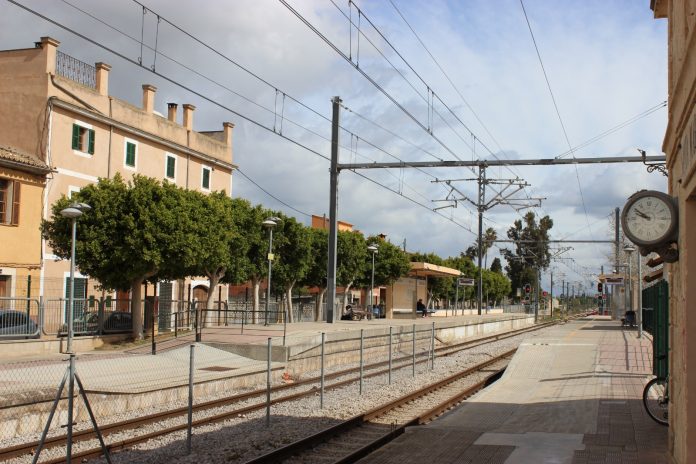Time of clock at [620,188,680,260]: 9:51
